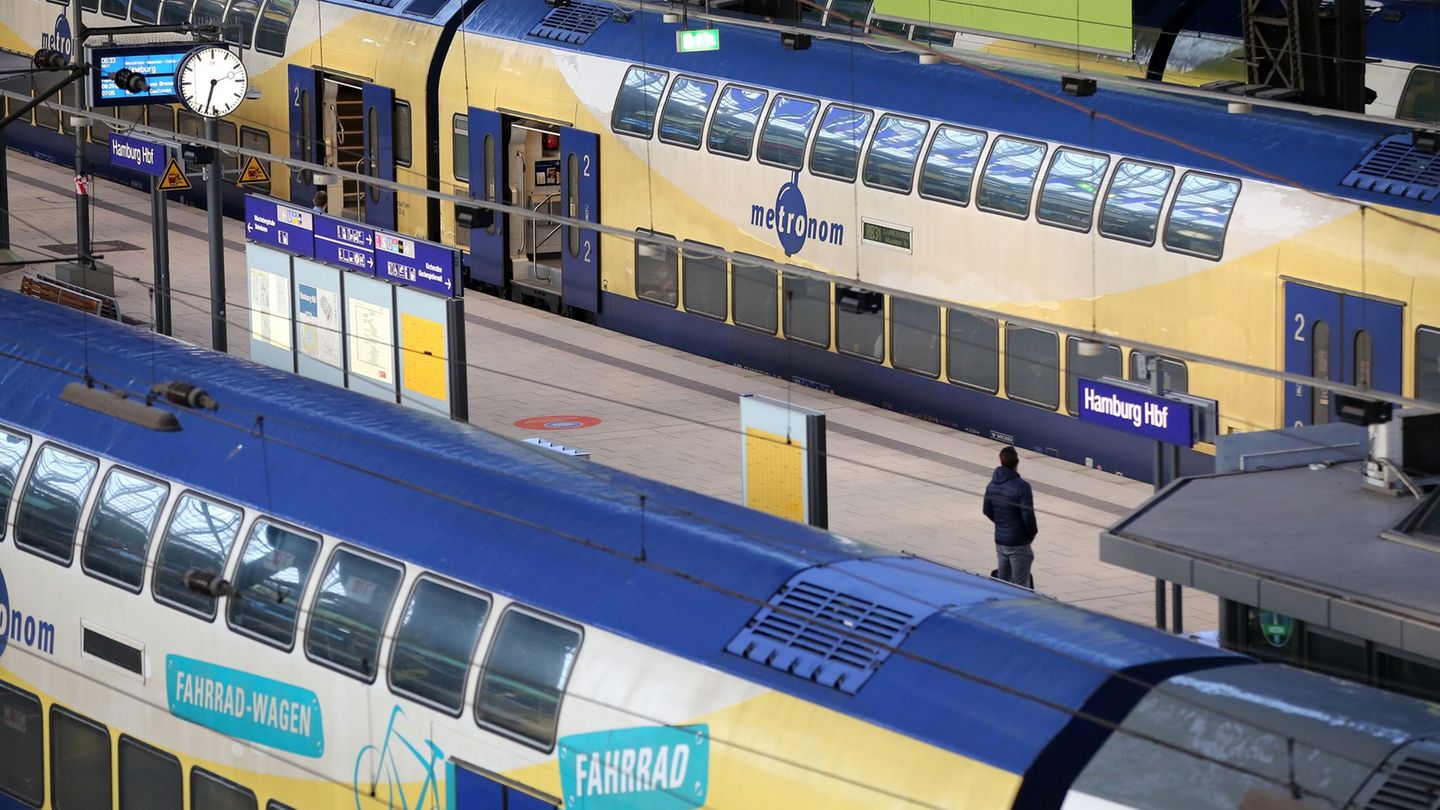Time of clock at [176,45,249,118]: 2:33
